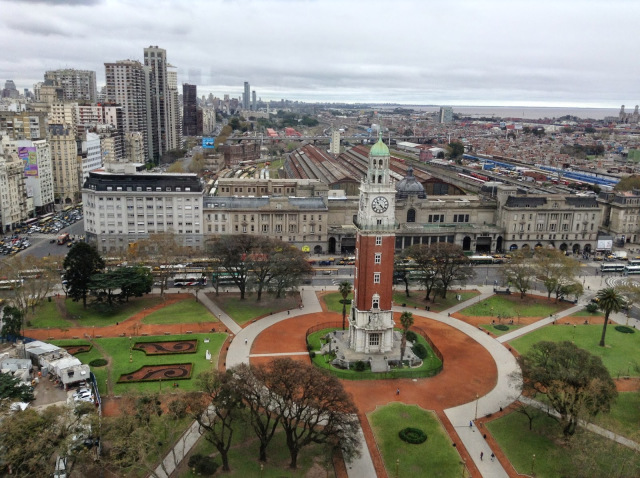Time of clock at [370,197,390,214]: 4:22
